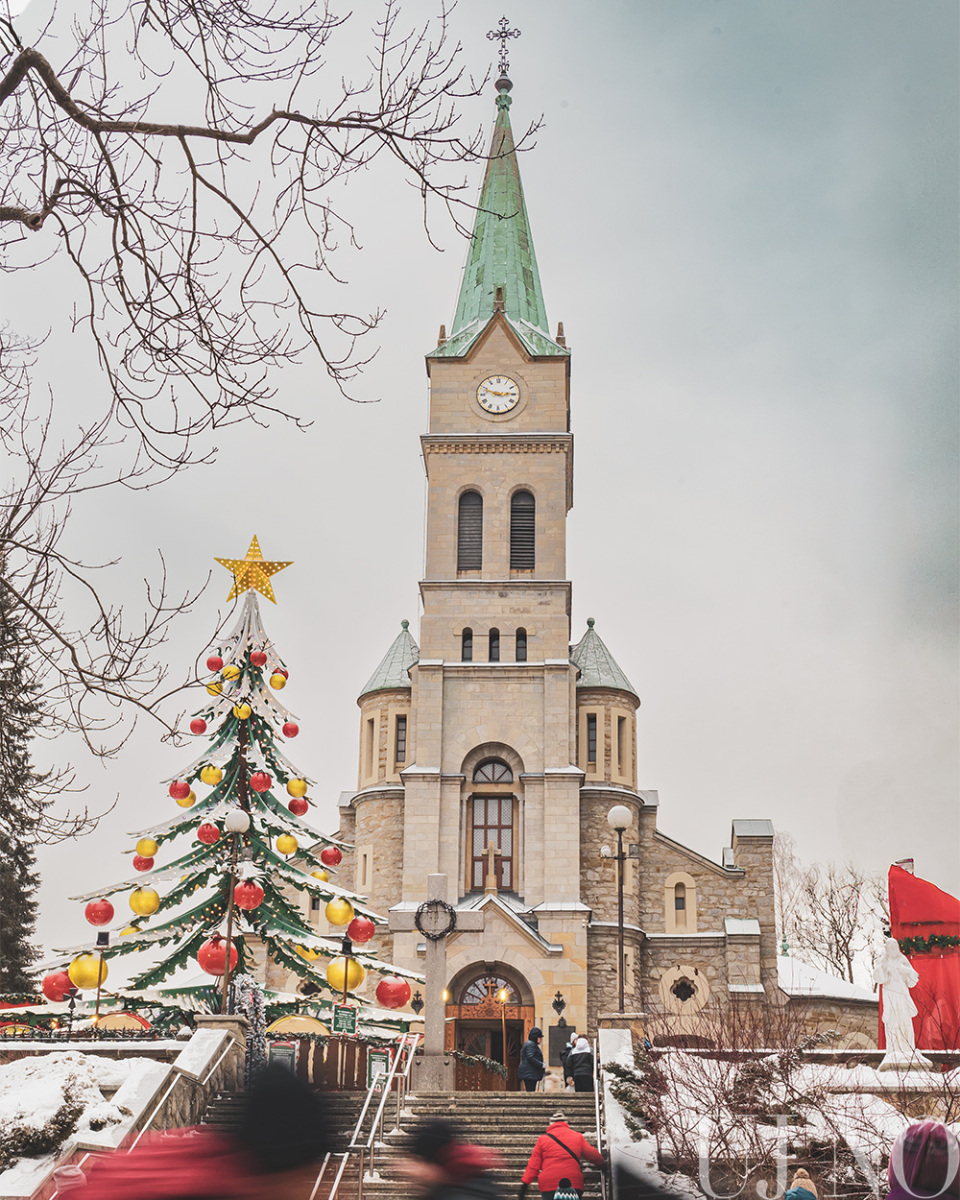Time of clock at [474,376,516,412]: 2:48
